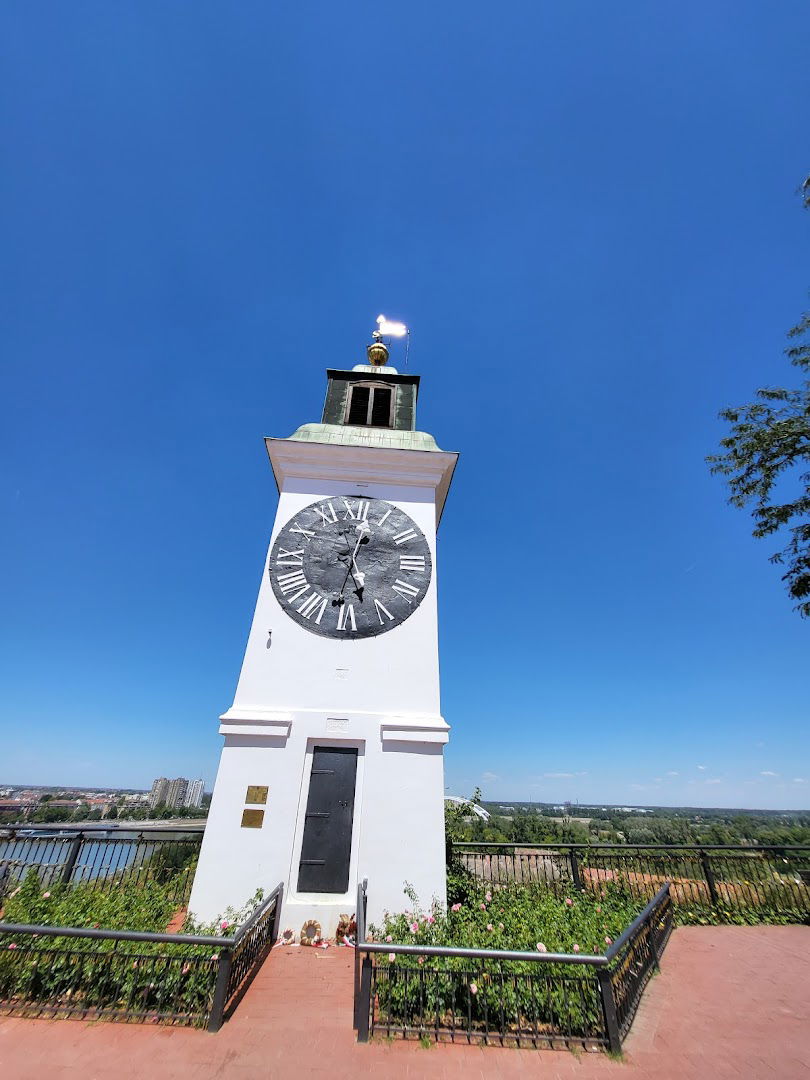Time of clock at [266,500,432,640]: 12:26
